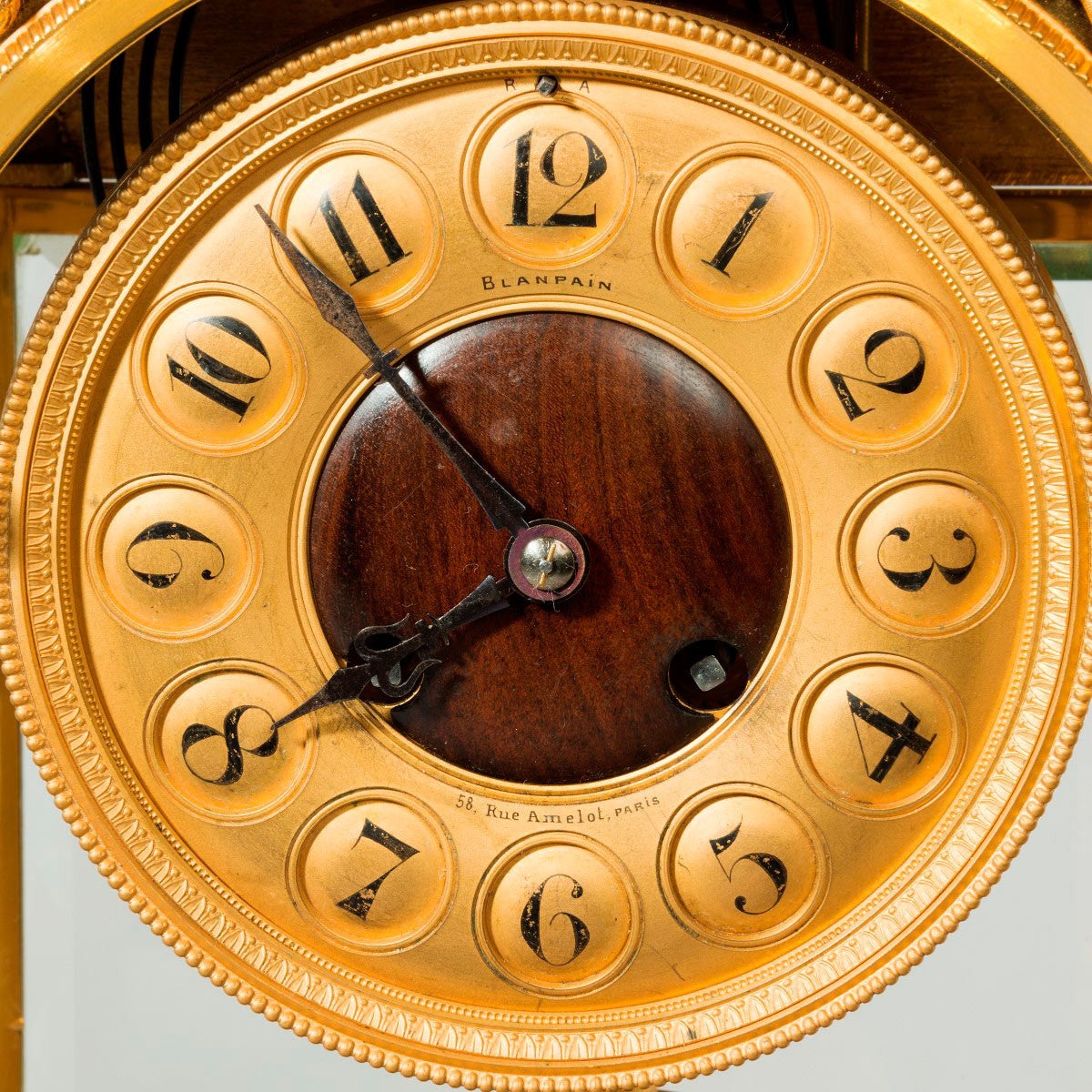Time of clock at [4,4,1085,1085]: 7:53
